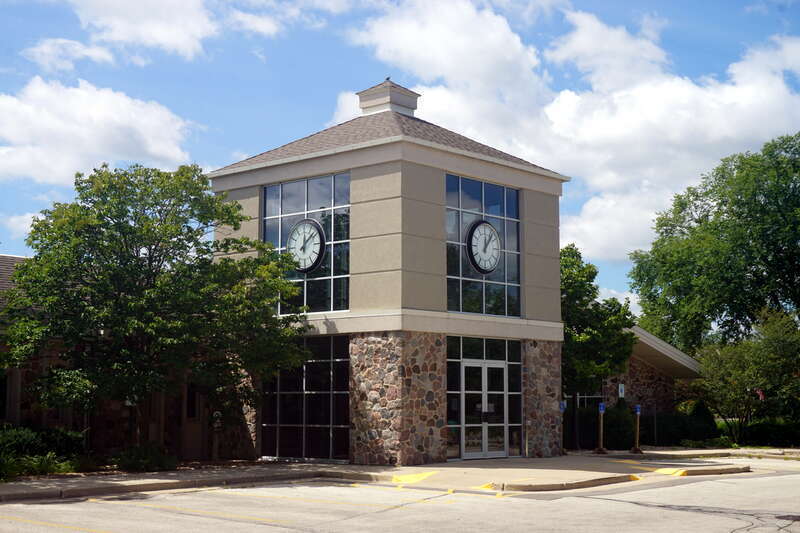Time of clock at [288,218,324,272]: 12:07
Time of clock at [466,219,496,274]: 12:06
